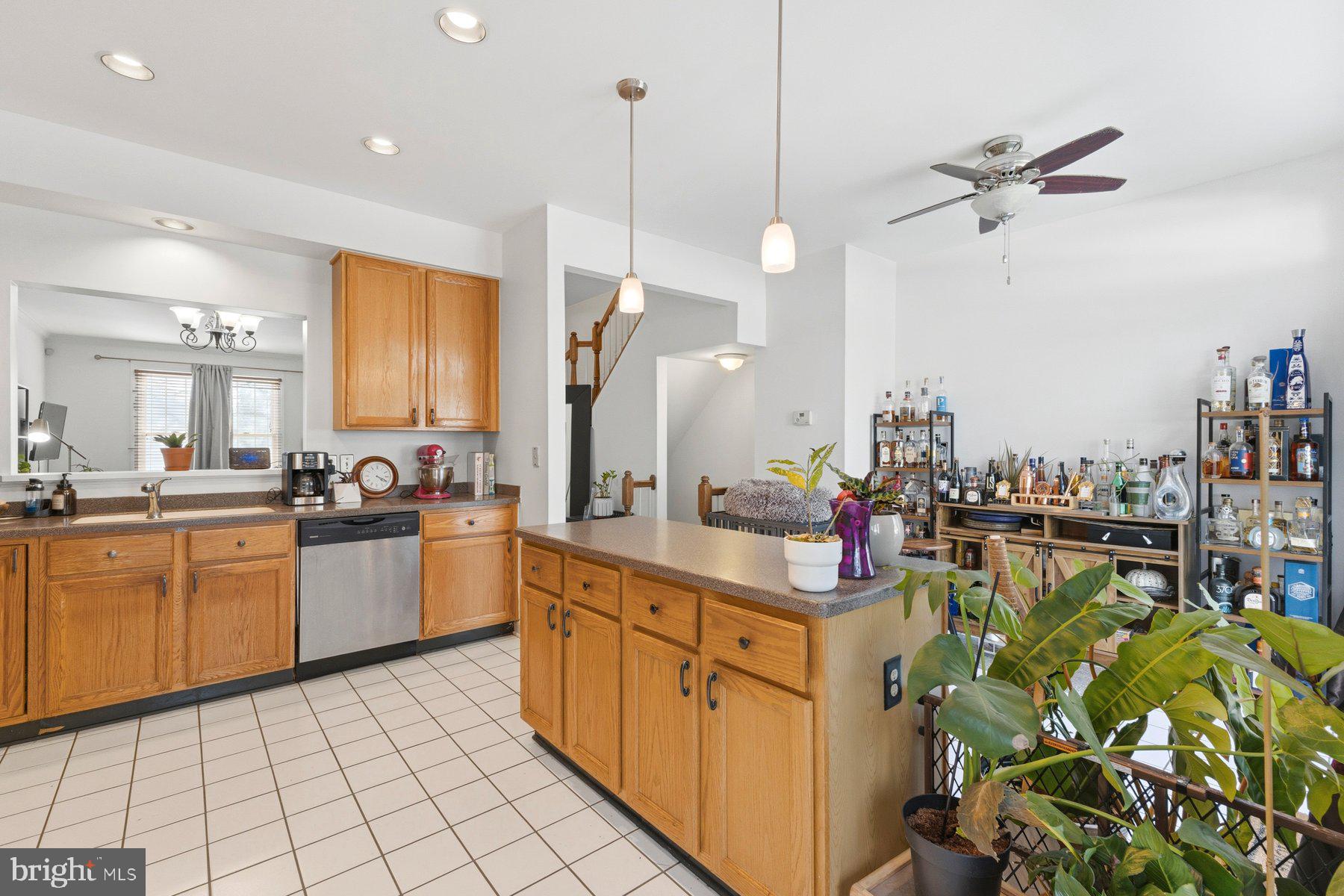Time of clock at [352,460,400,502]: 4:19
